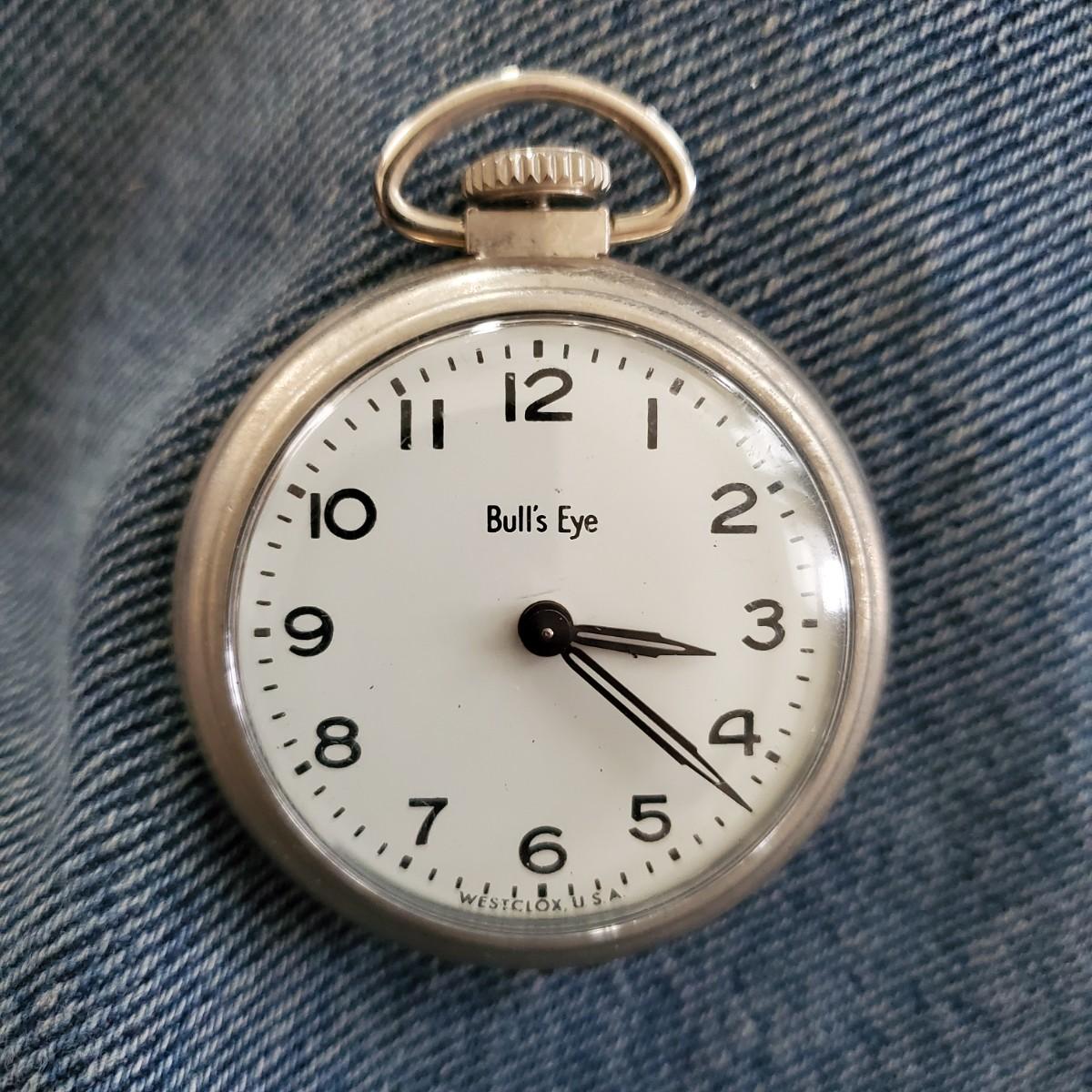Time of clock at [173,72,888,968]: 3:21
